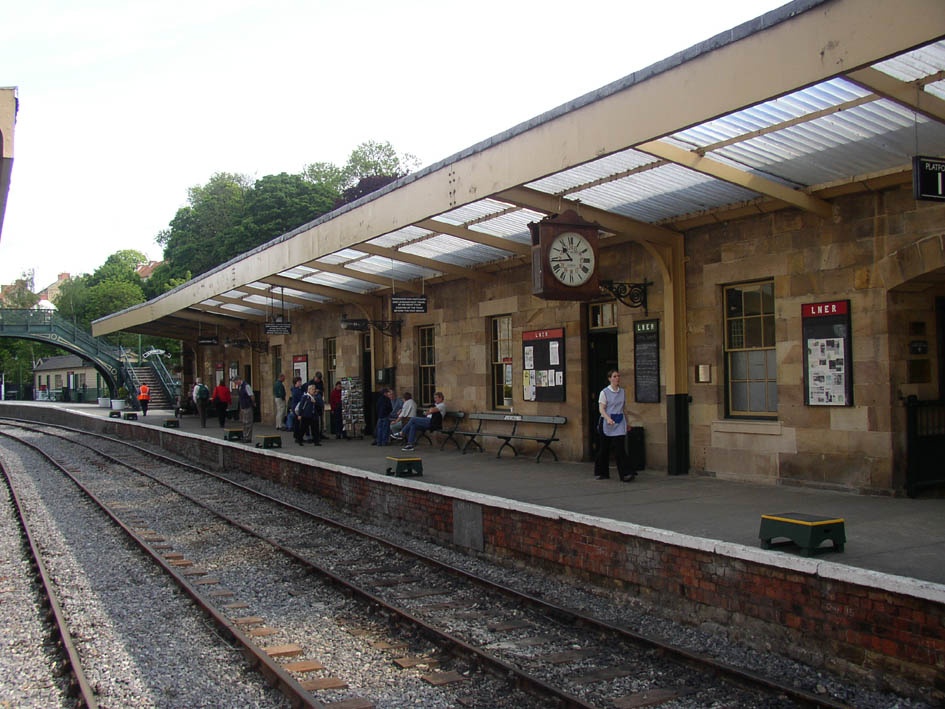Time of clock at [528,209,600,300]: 10:43
